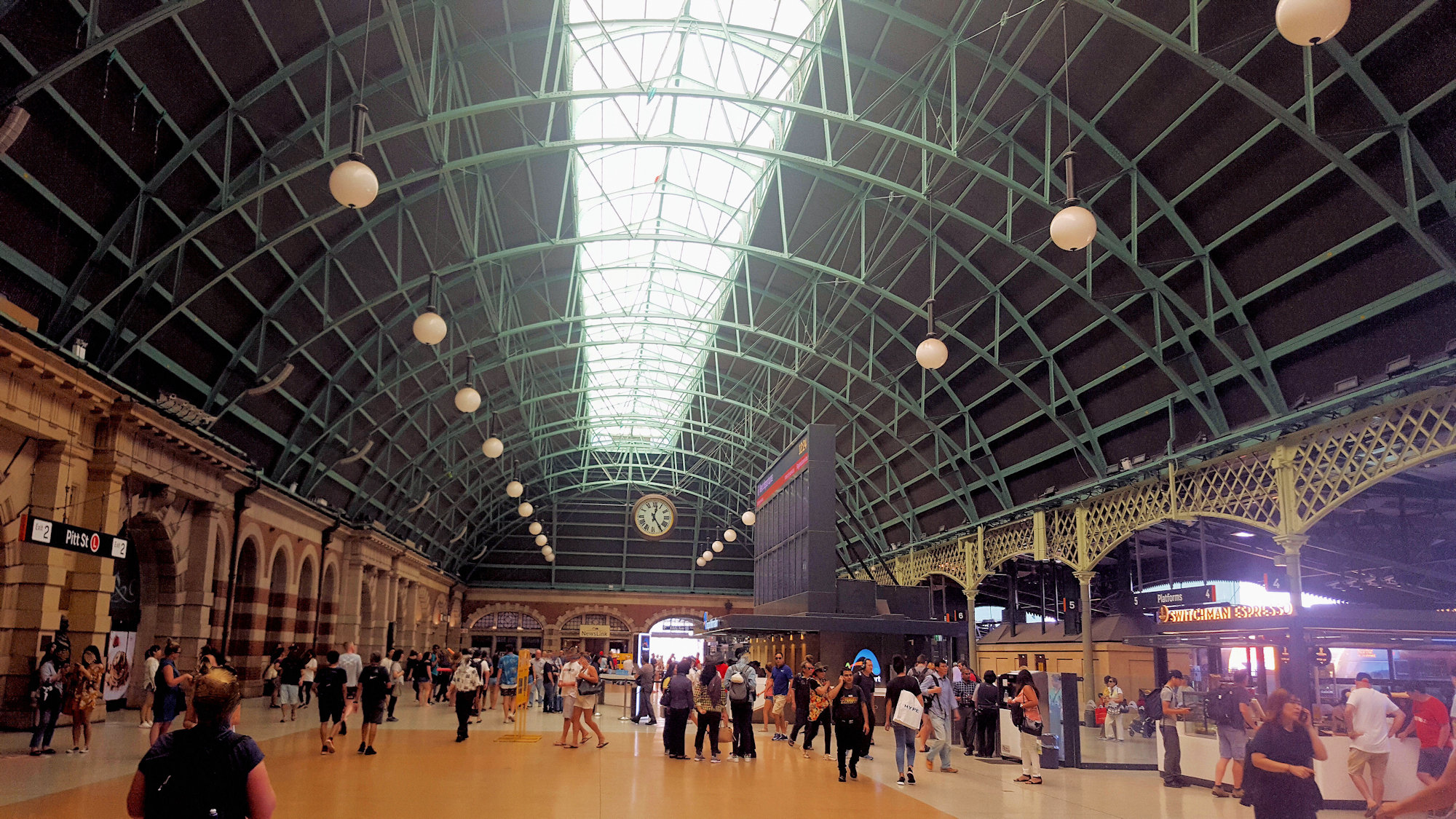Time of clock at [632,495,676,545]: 12:24
